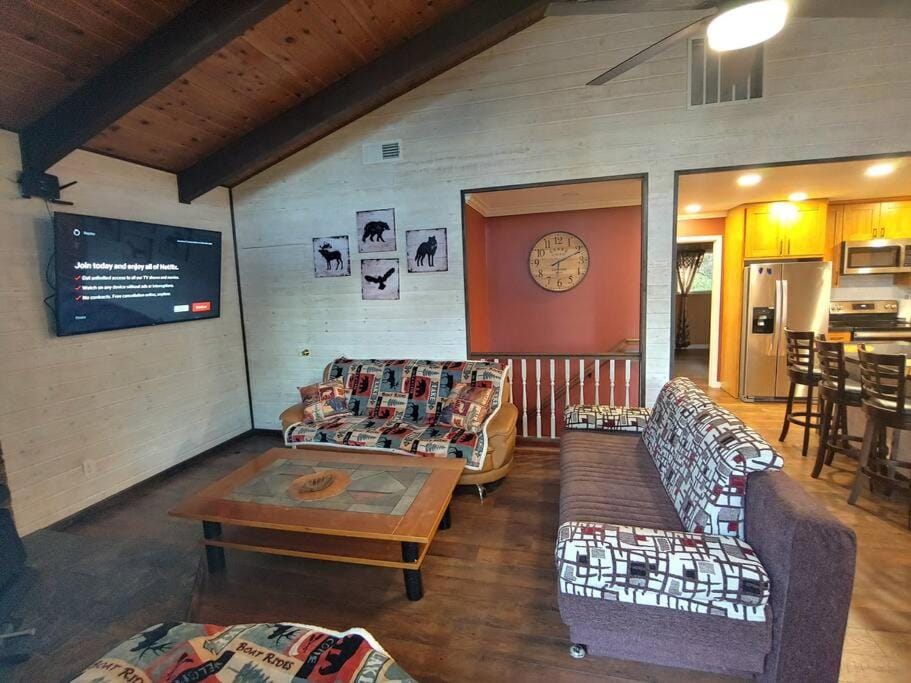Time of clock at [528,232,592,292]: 6:10
